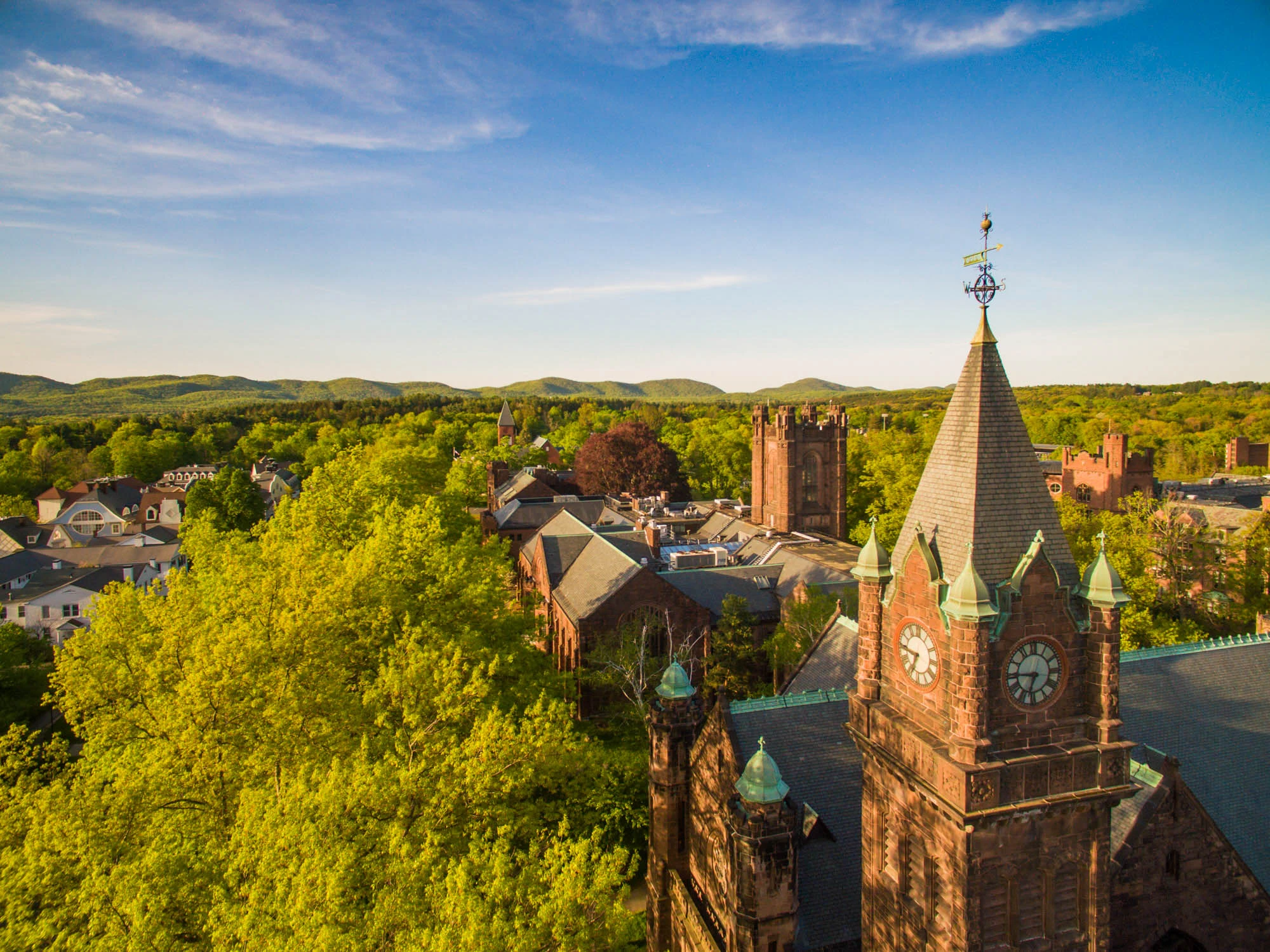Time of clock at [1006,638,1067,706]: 6:45
